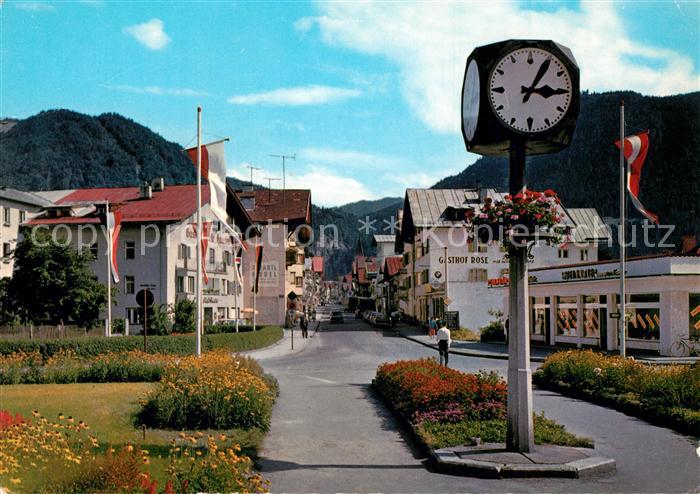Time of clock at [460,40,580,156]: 3:04
